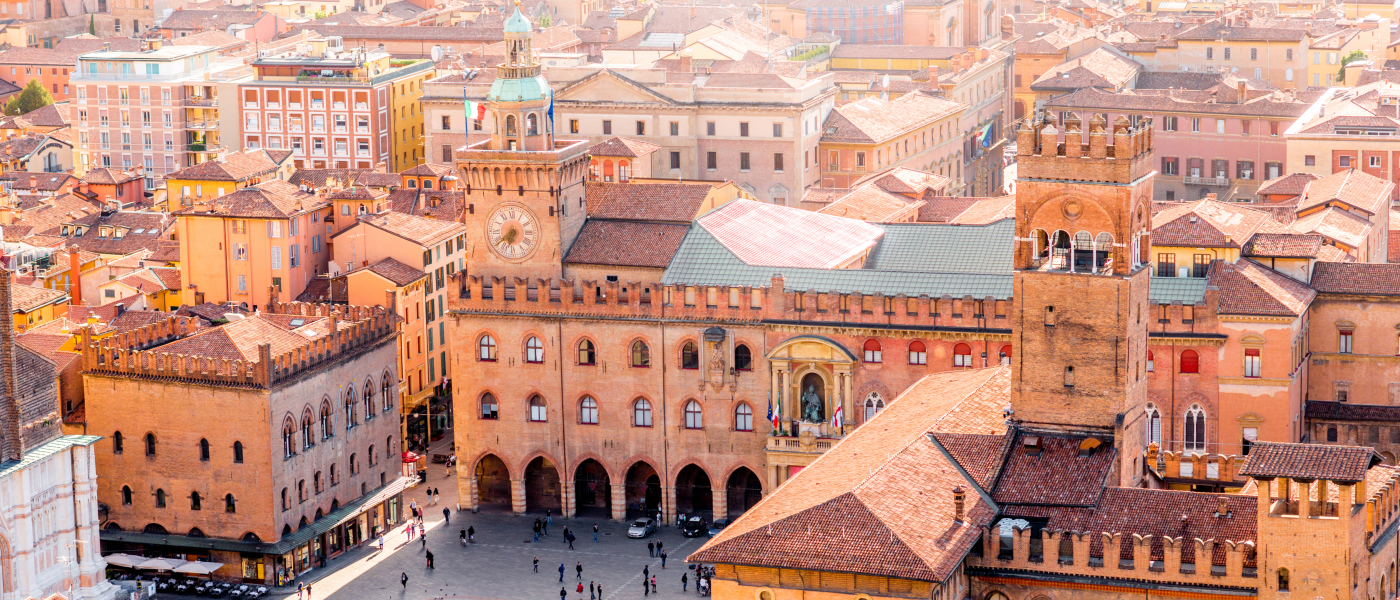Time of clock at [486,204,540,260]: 6:38
